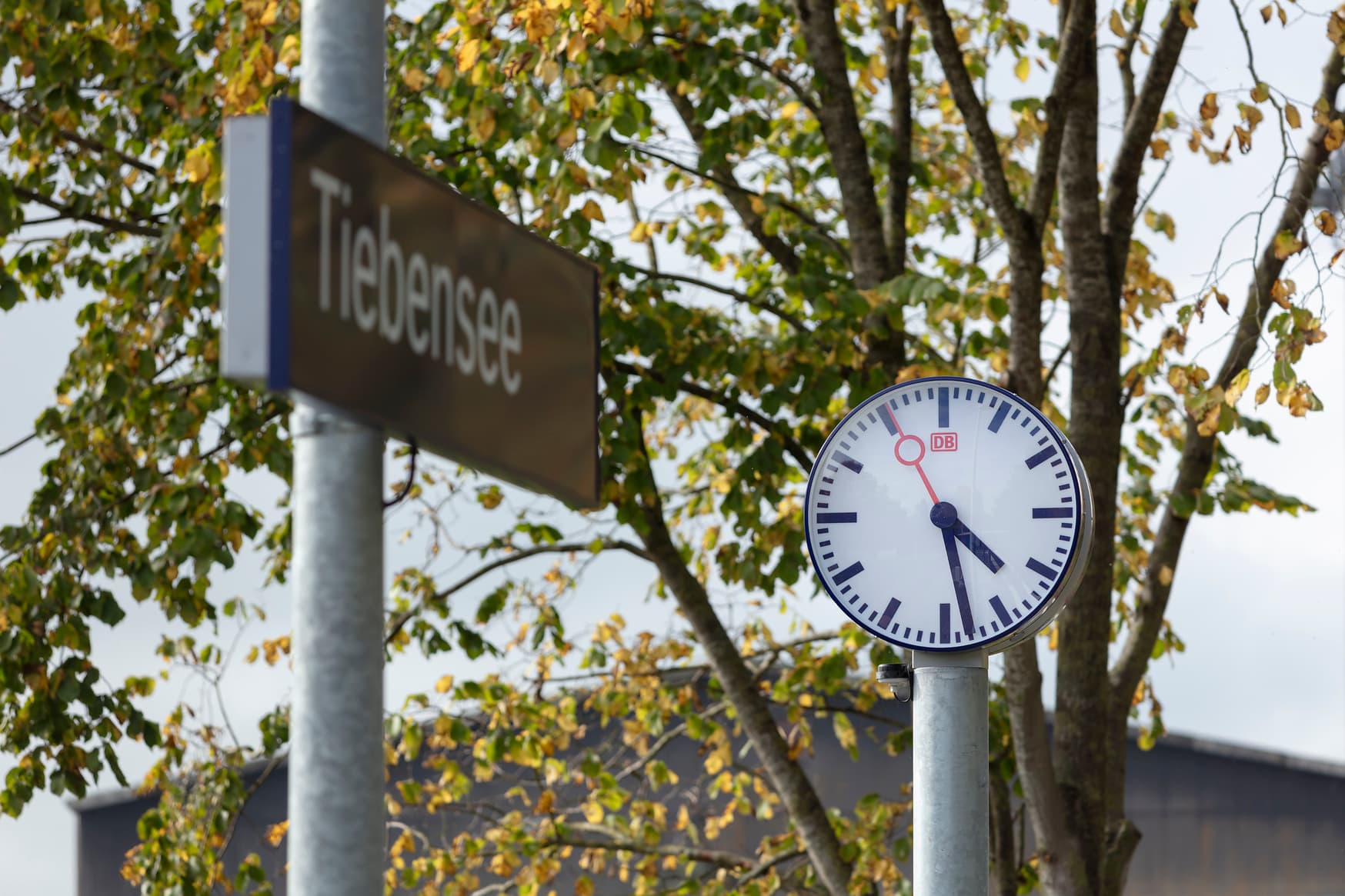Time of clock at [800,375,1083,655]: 4:28
